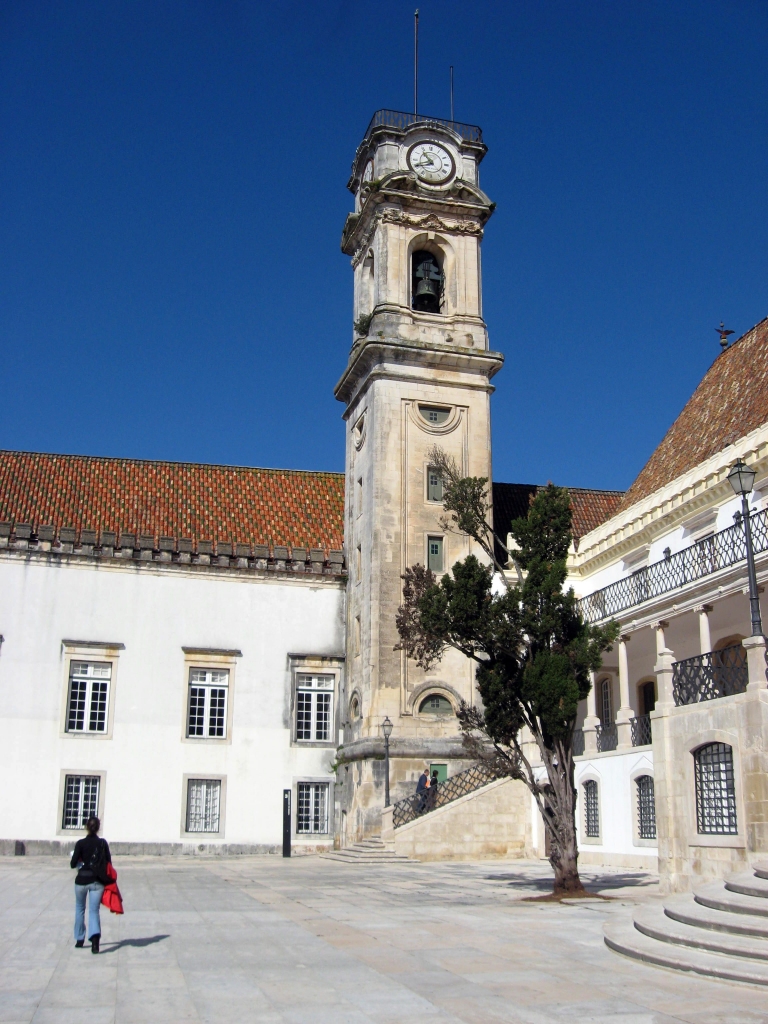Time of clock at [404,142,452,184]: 10:41
